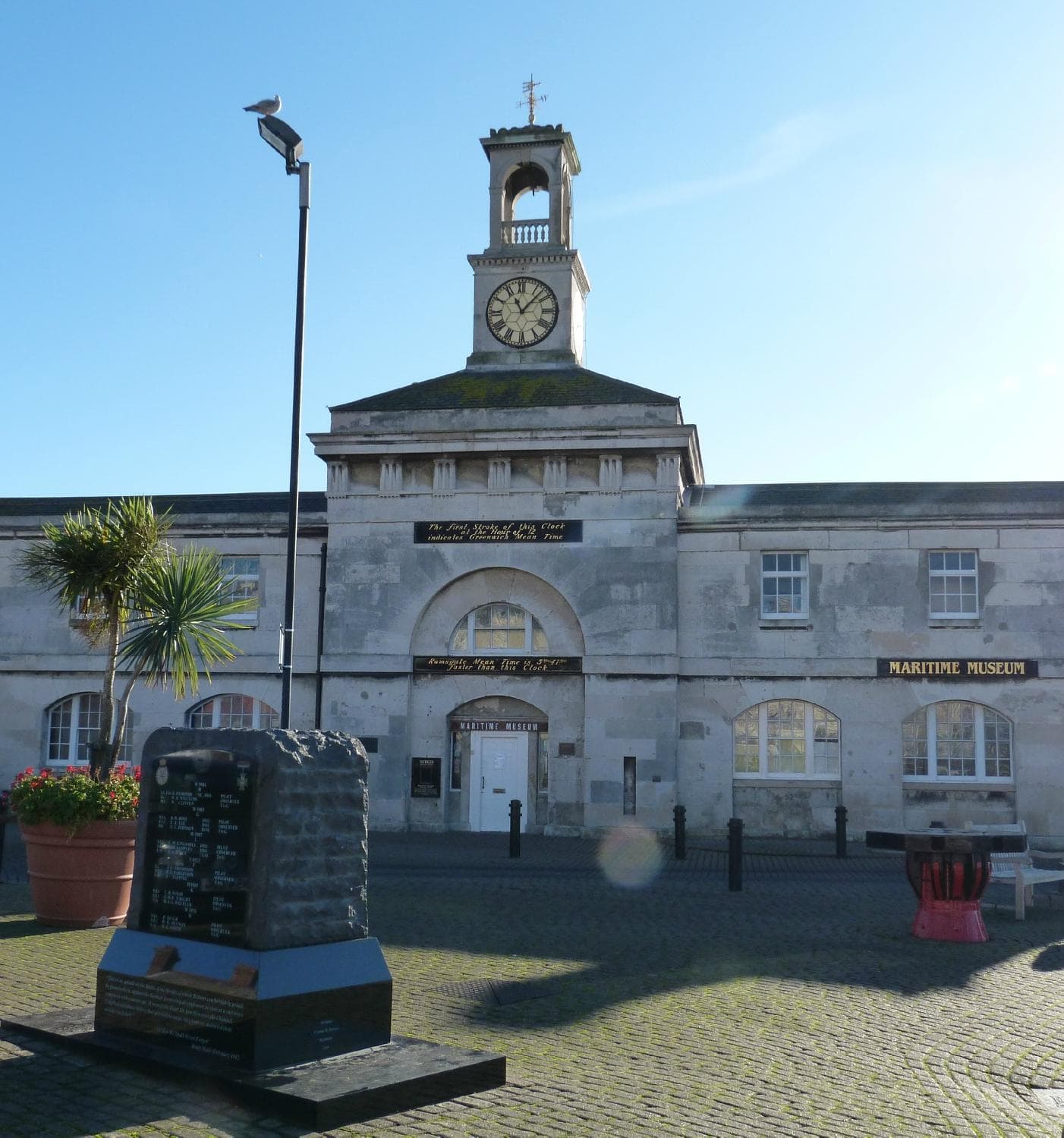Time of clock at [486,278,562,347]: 11:07
